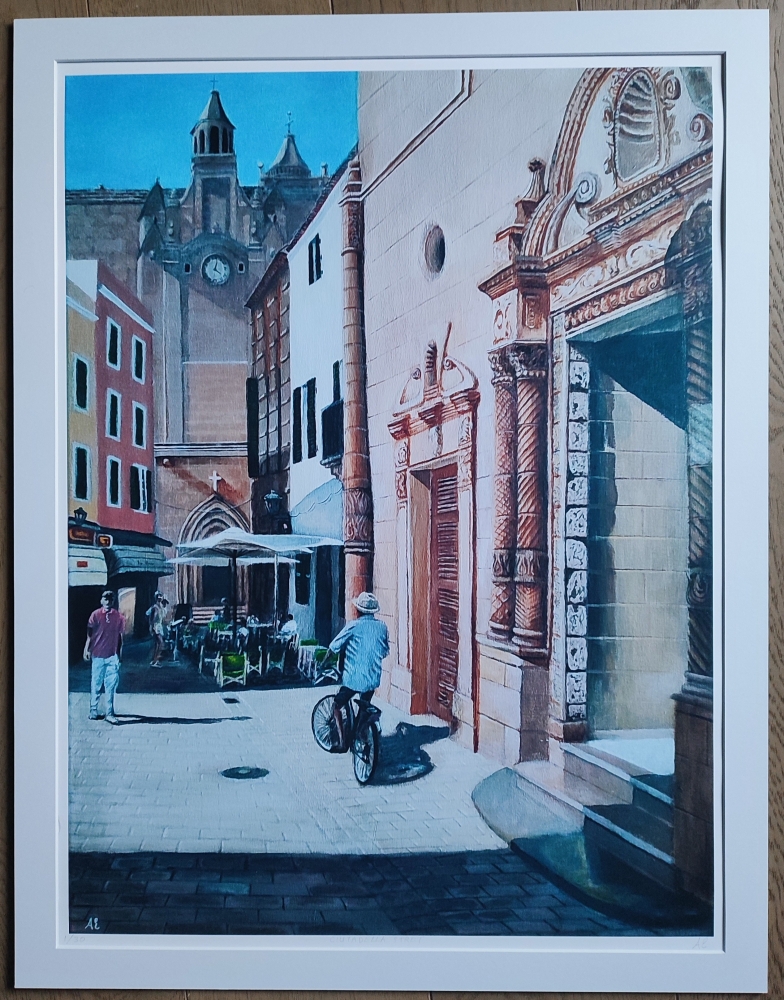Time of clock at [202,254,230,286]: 4:02
